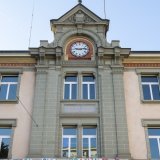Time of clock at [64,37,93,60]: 9:13
